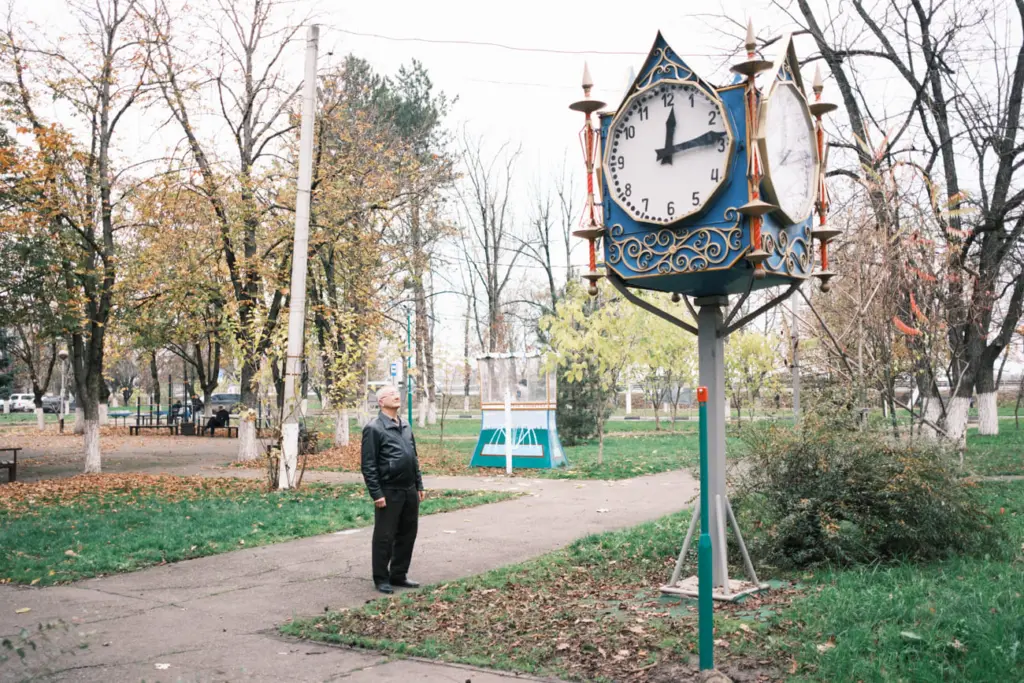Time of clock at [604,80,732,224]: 12:13
